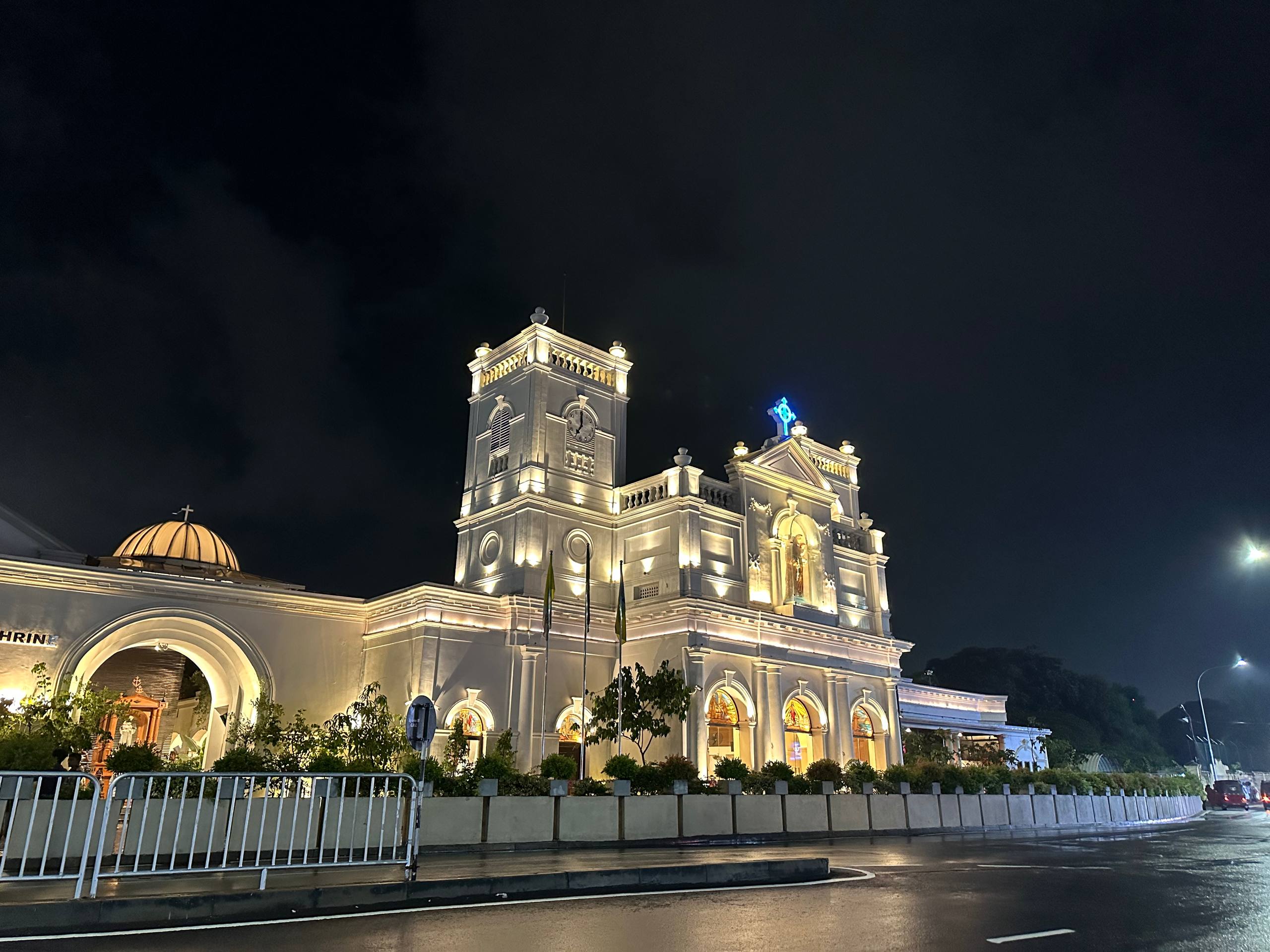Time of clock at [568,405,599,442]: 7:00
